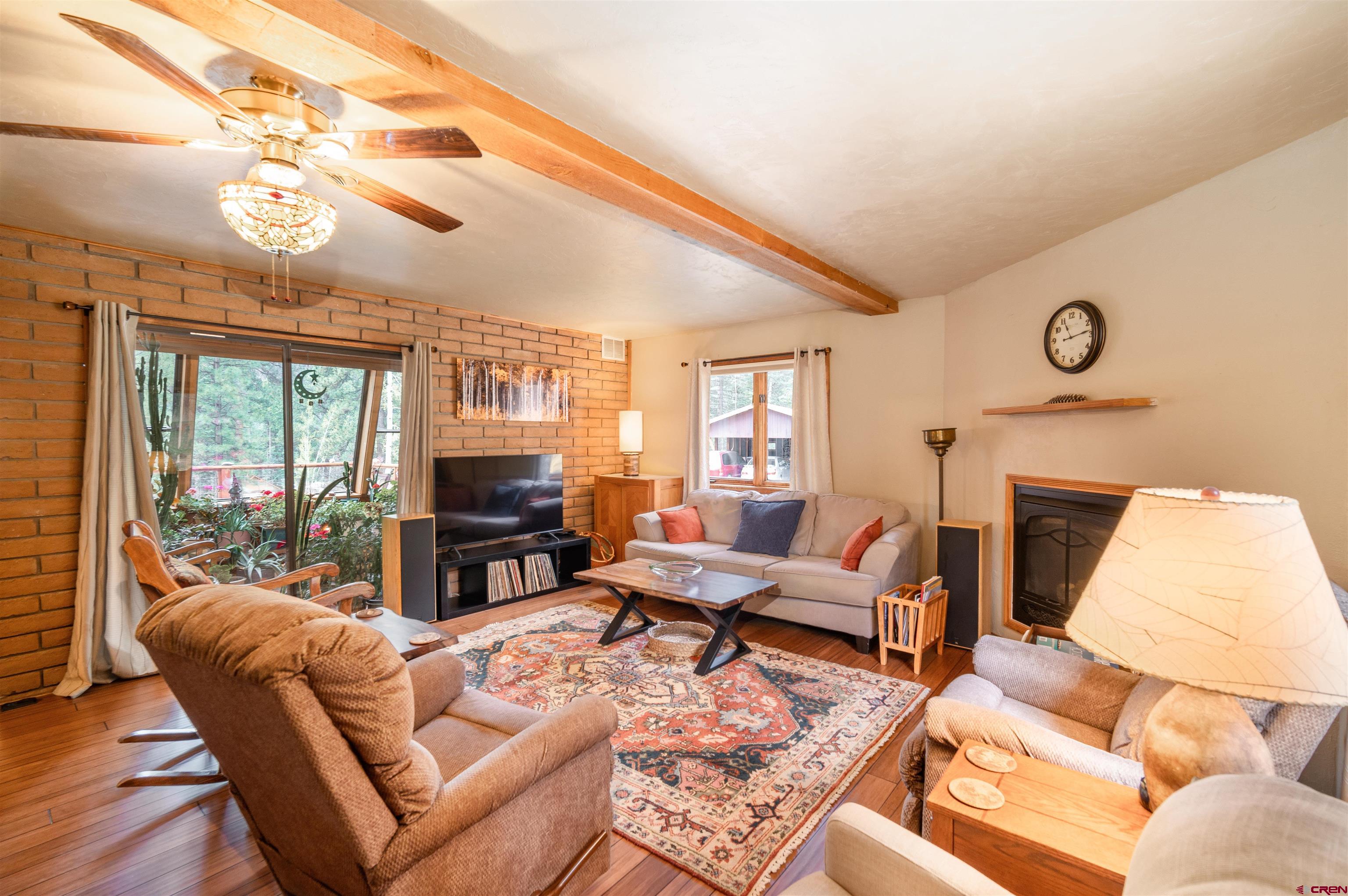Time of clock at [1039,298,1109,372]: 11:13
